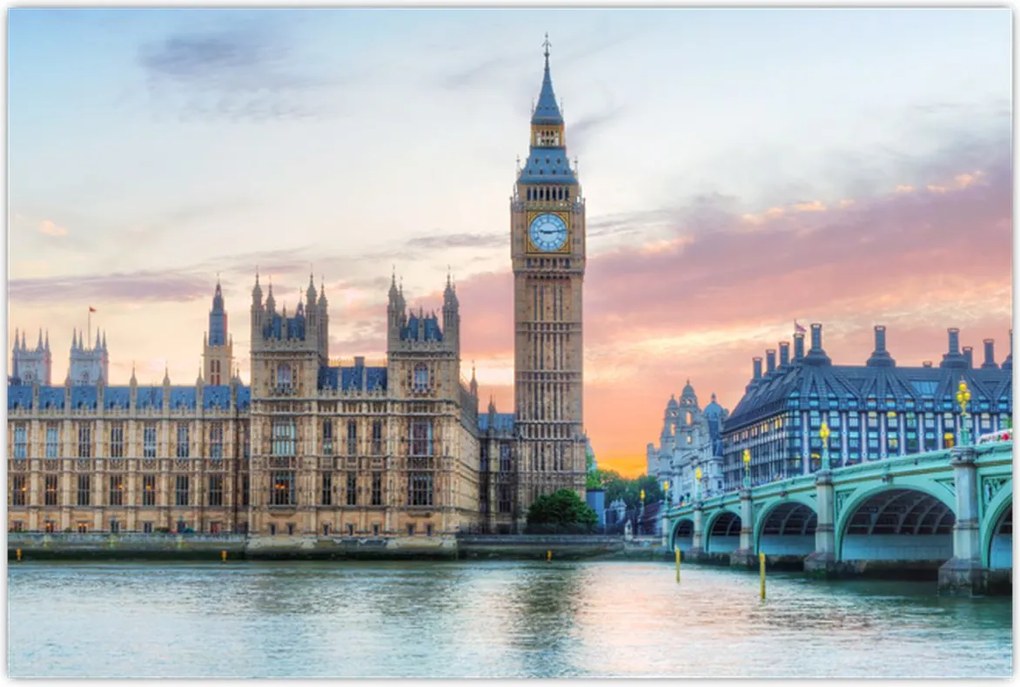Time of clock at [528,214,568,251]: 9:13
